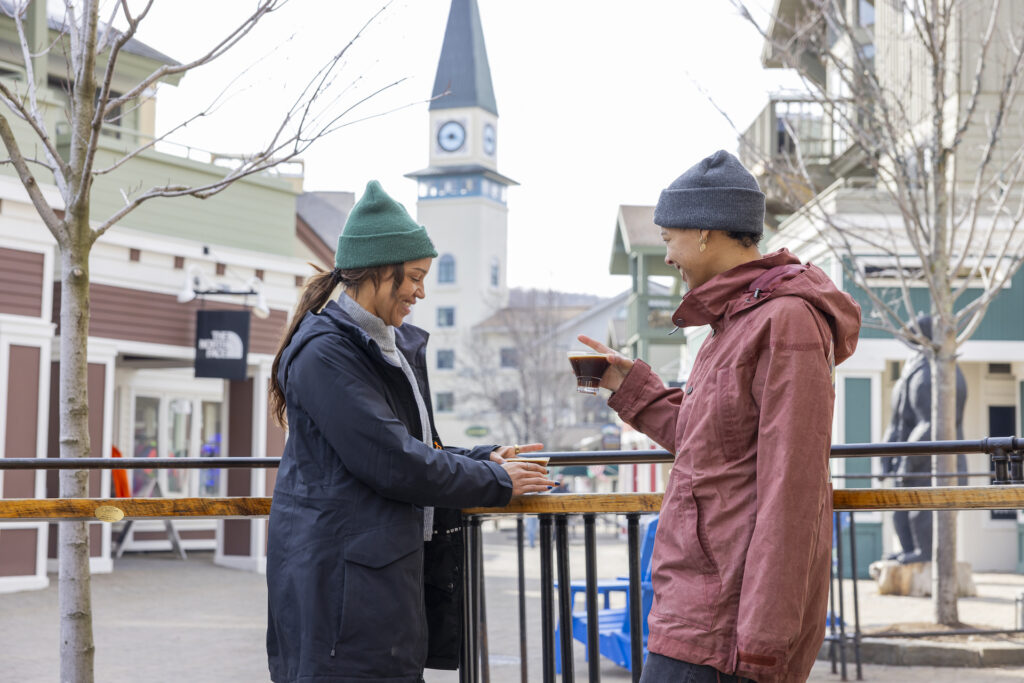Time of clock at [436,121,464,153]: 3:43
